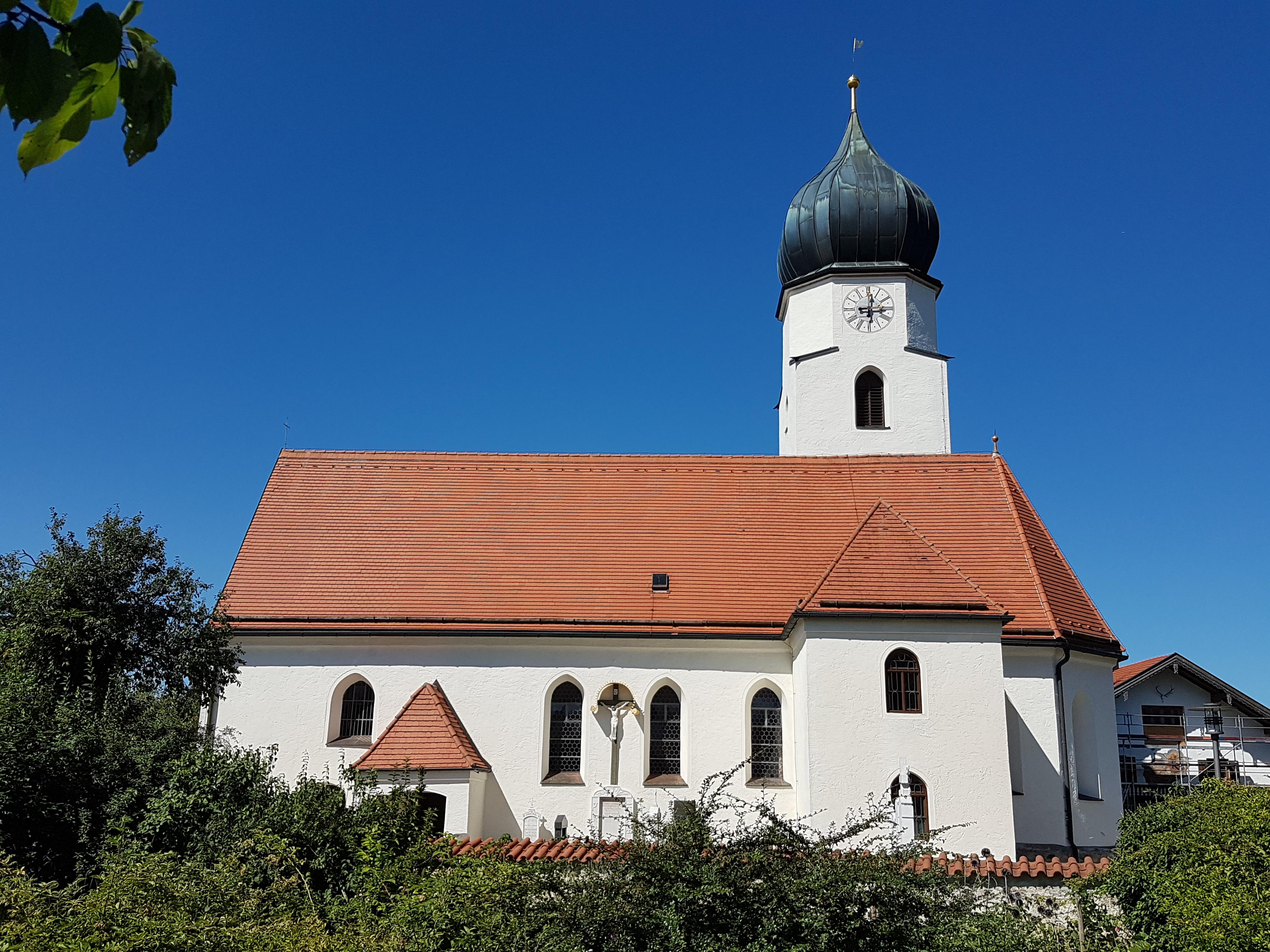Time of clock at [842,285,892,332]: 12:14
